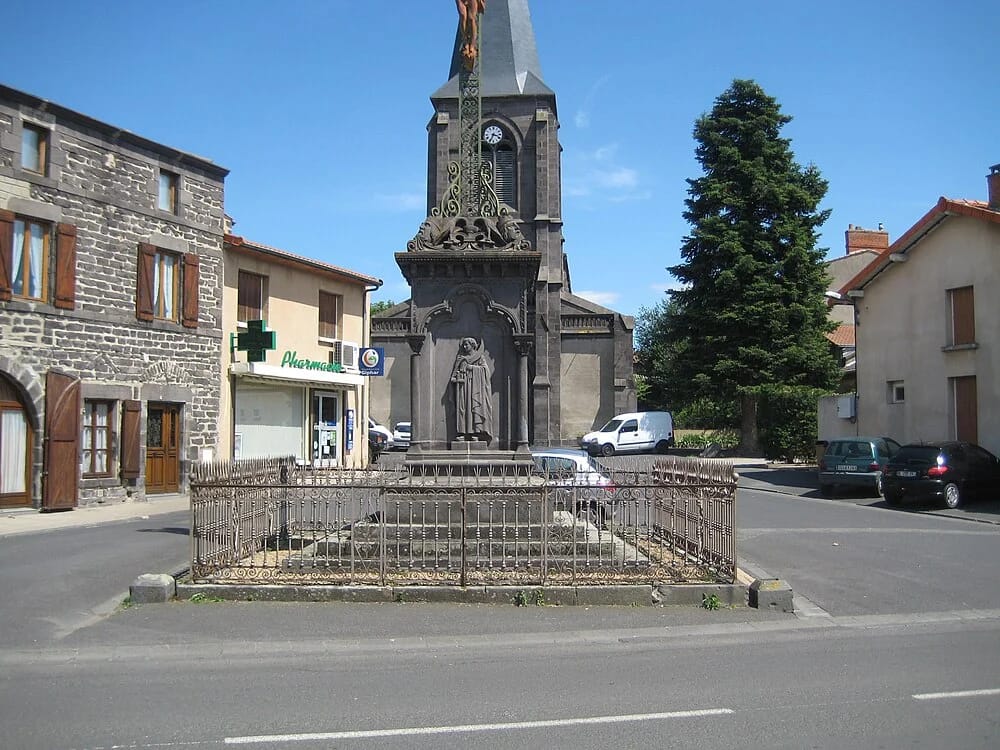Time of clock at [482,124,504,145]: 3:34
